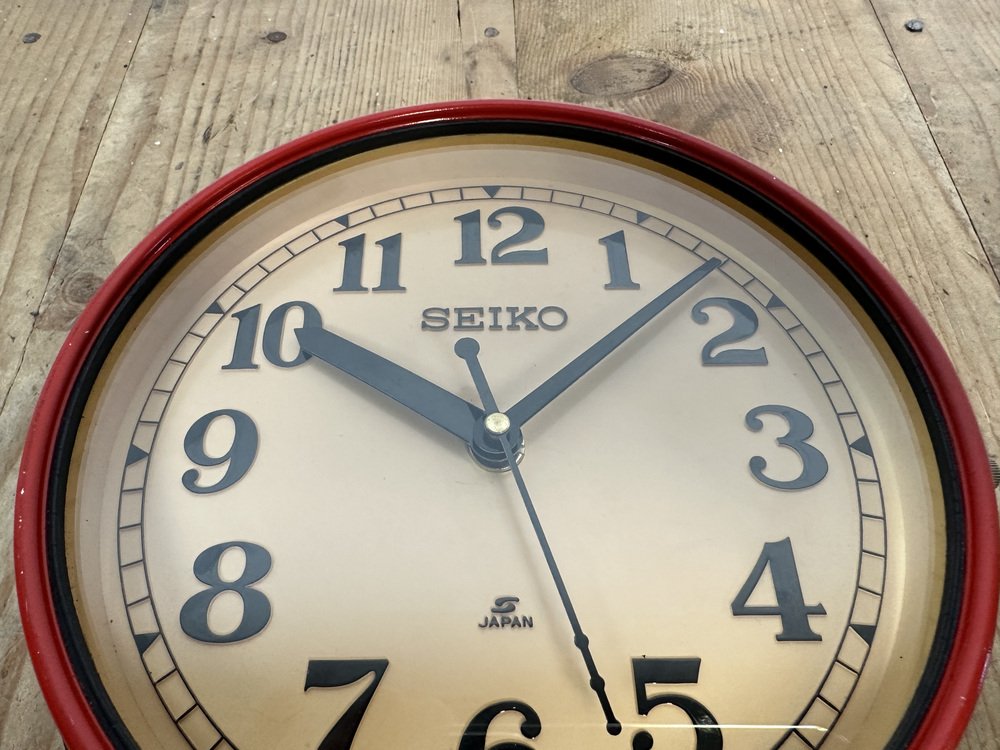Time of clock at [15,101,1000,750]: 10:07
